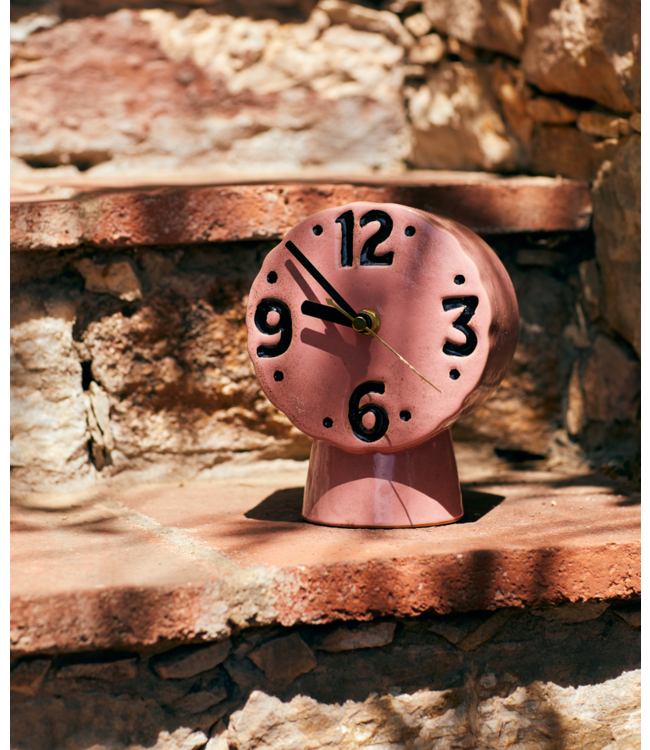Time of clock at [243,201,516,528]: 9:53
